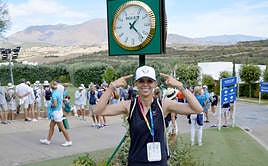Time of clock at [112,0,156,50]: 1:22
